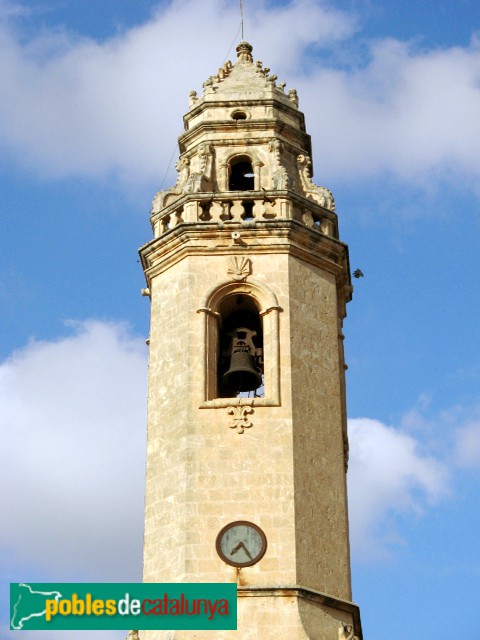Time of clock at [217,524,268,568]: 7:24
